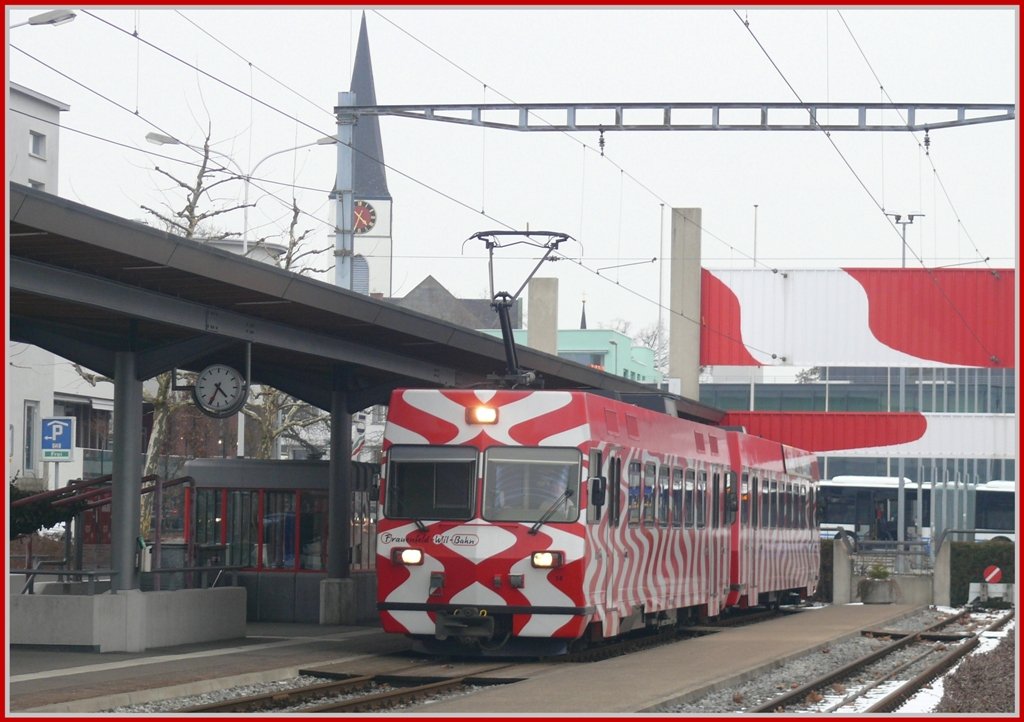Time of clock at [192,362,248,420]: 4:34
